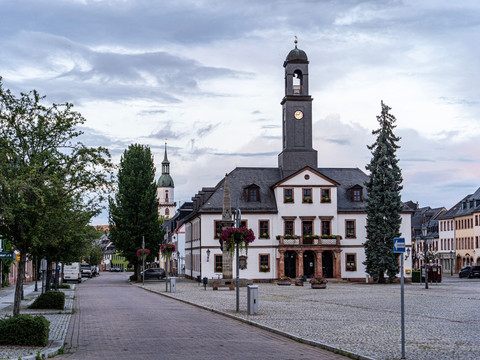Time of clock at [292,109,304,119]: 9:07
